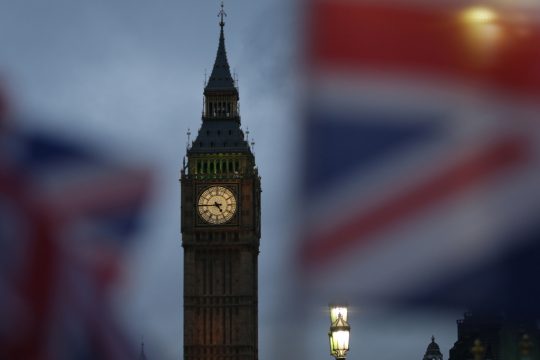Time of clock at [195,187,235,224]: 4:44
